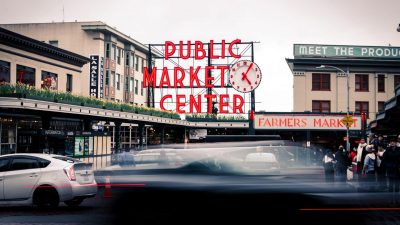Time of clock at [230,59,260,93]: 5:05
